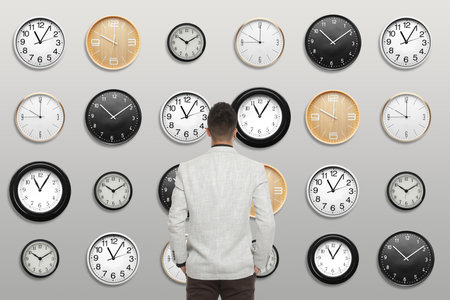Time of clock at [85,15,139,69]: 10:00
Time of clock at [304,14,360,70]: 10:08
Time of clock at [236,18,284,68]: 10:00
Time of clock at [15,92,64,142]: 10:00
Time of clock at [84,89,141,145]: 10:08
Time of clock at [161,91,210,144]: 11:05
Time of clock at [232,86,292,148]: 11:05
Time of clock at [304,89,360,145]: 10:00
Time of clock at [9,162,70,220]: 11:05
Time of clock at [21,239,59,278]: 10:09
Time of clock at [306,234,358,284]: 11:05
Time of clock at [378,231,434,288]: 10:08
